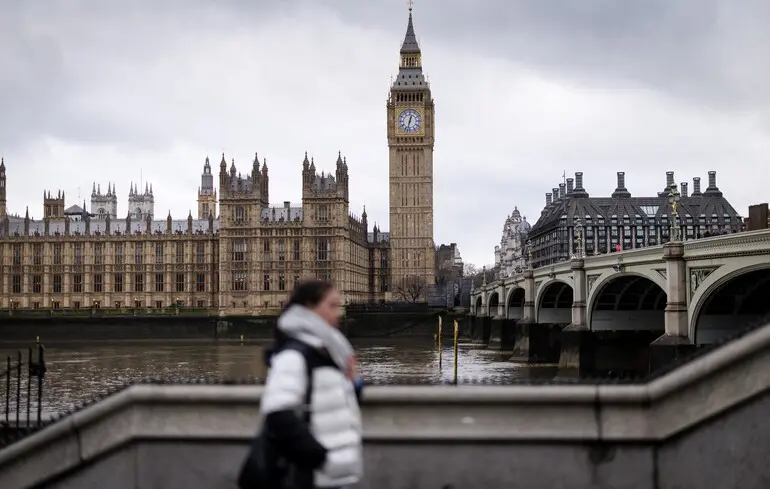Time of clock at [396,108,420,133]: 12:32
